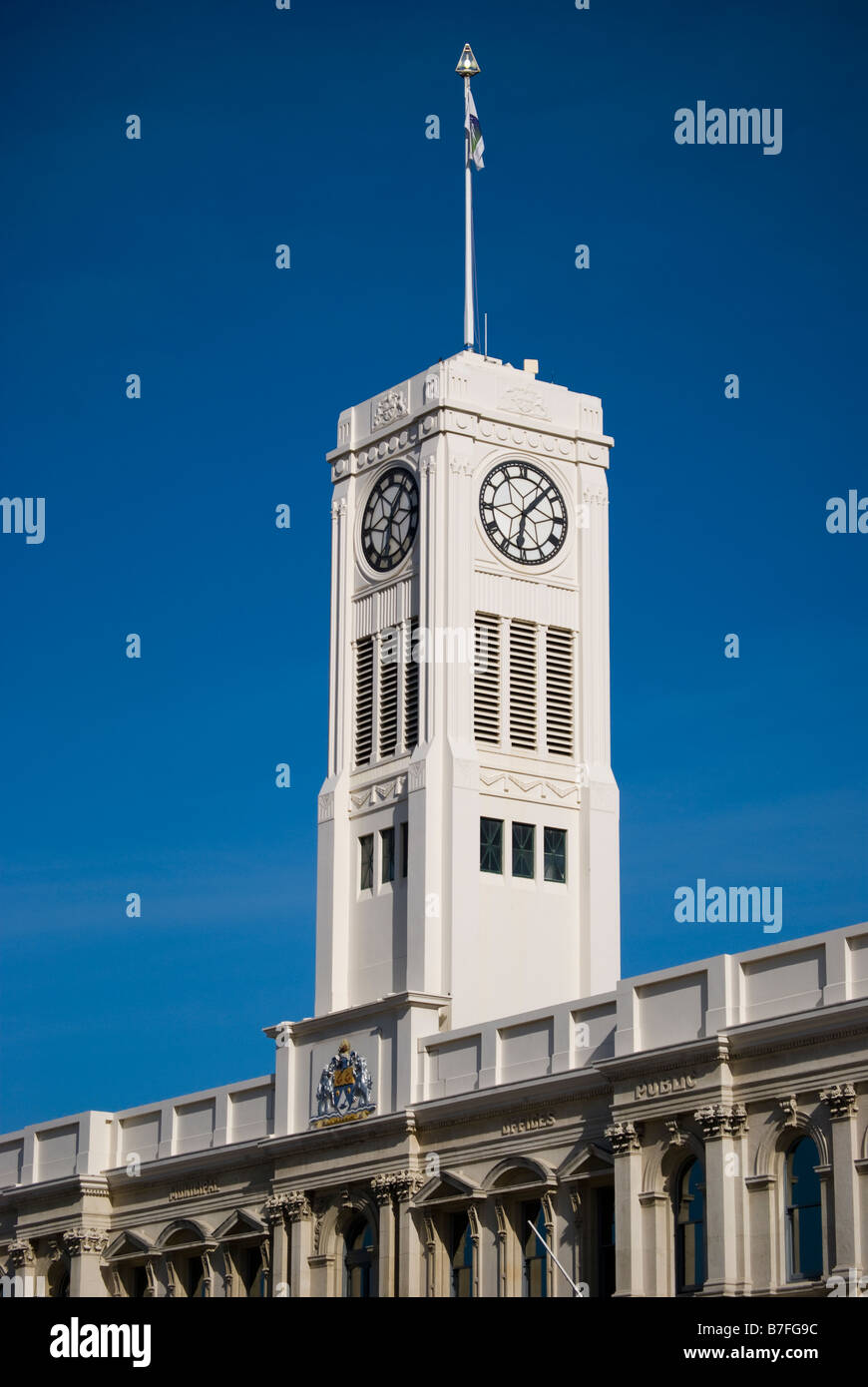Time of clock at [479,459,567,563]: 6:07
